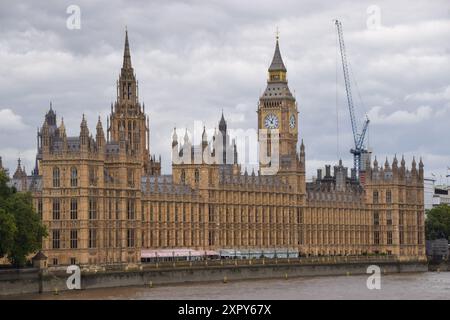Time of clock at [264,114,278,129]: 12:52
